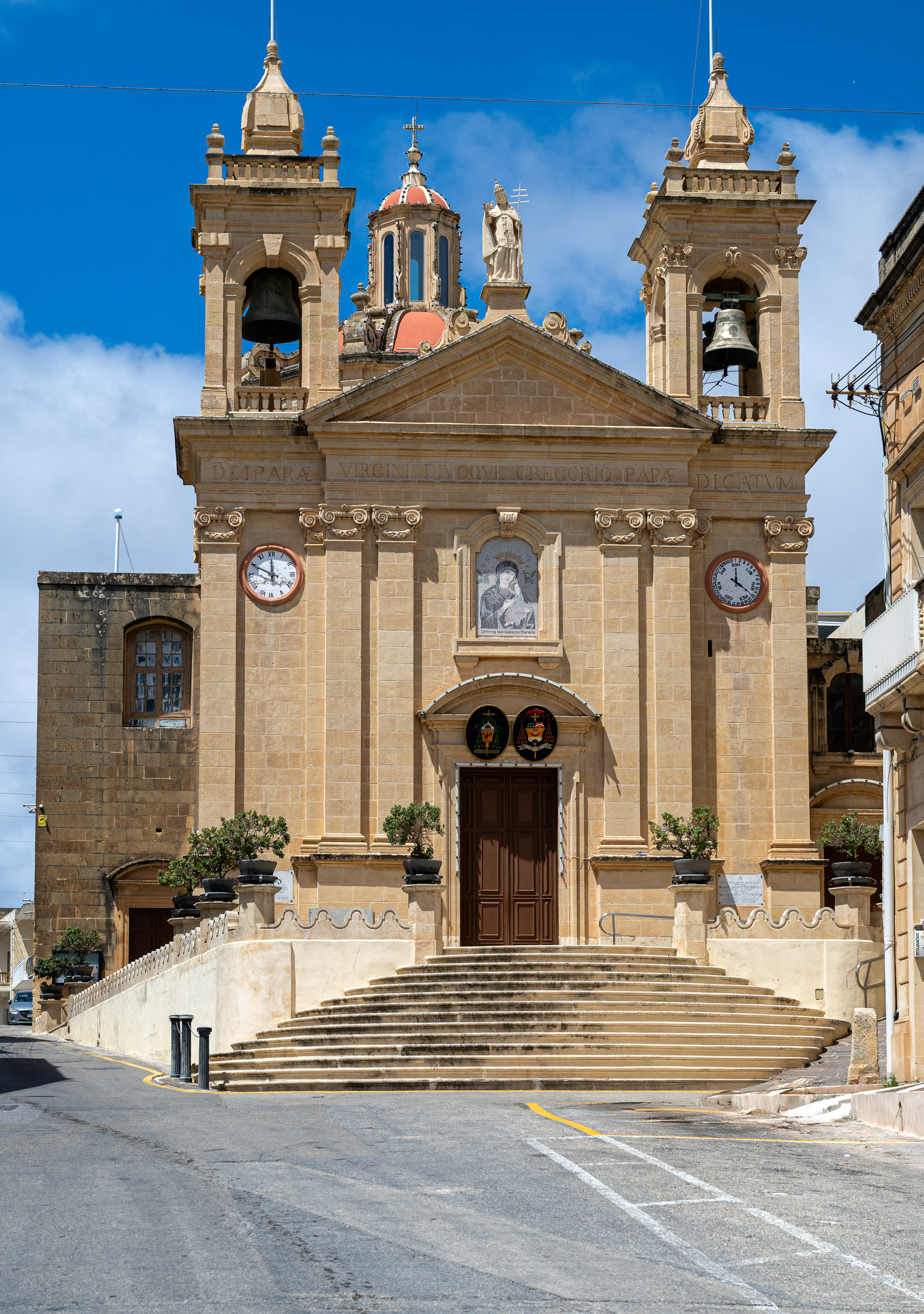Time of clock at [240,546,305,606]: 11:49
